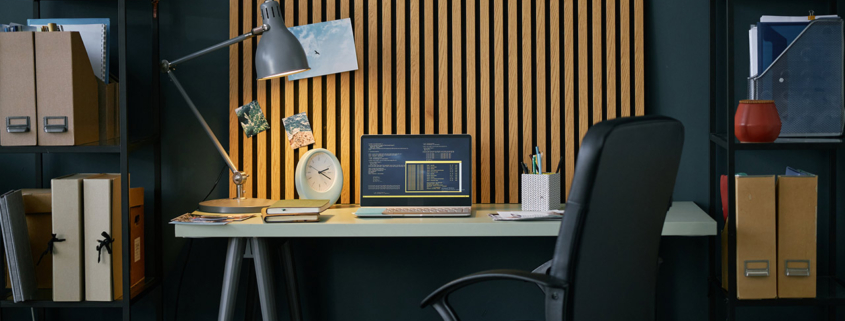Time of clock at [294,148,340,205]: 2:19
